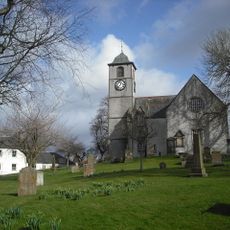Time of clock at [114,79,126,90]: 12:37
